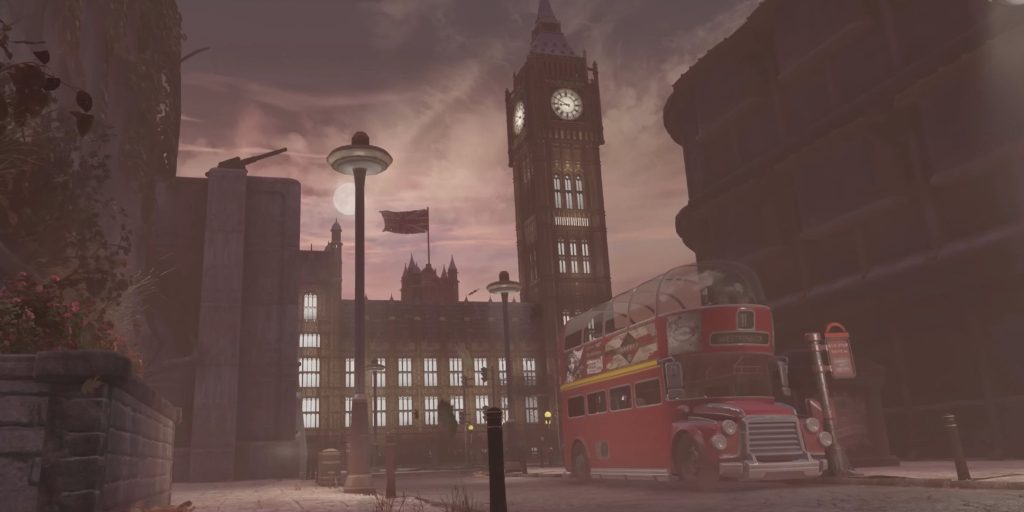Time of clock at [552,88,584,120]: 8:49
